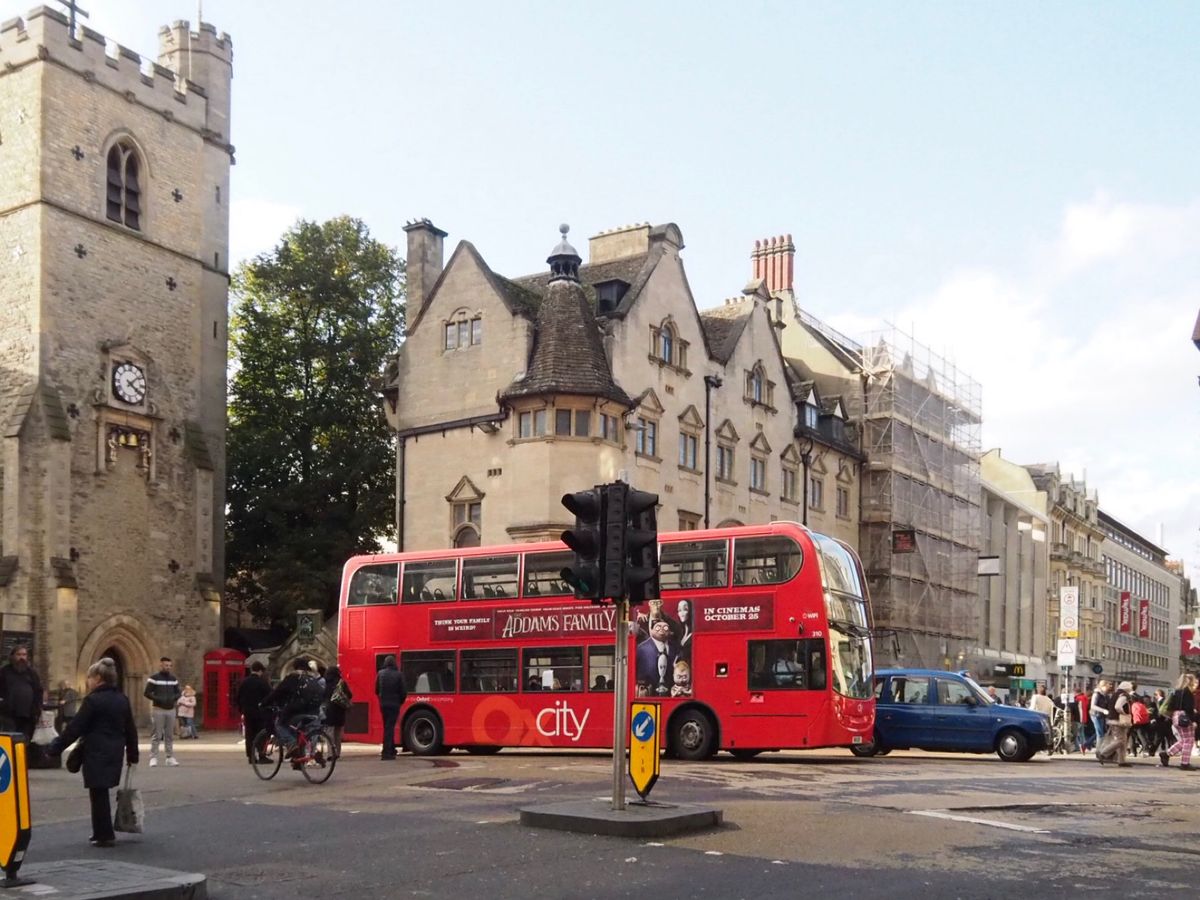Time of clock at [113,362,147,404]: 4:08
